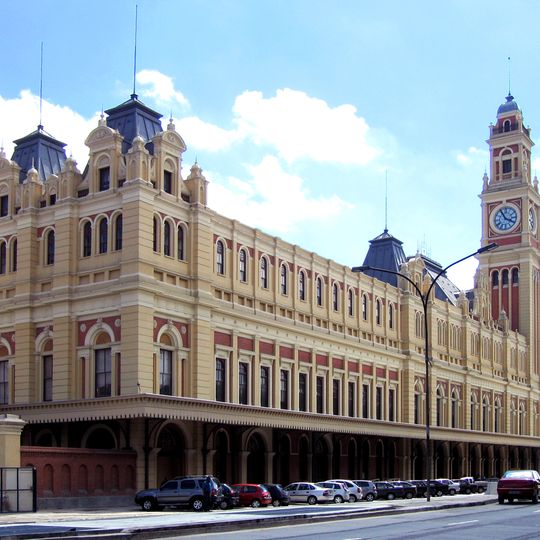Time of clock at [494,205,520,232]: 3:55
